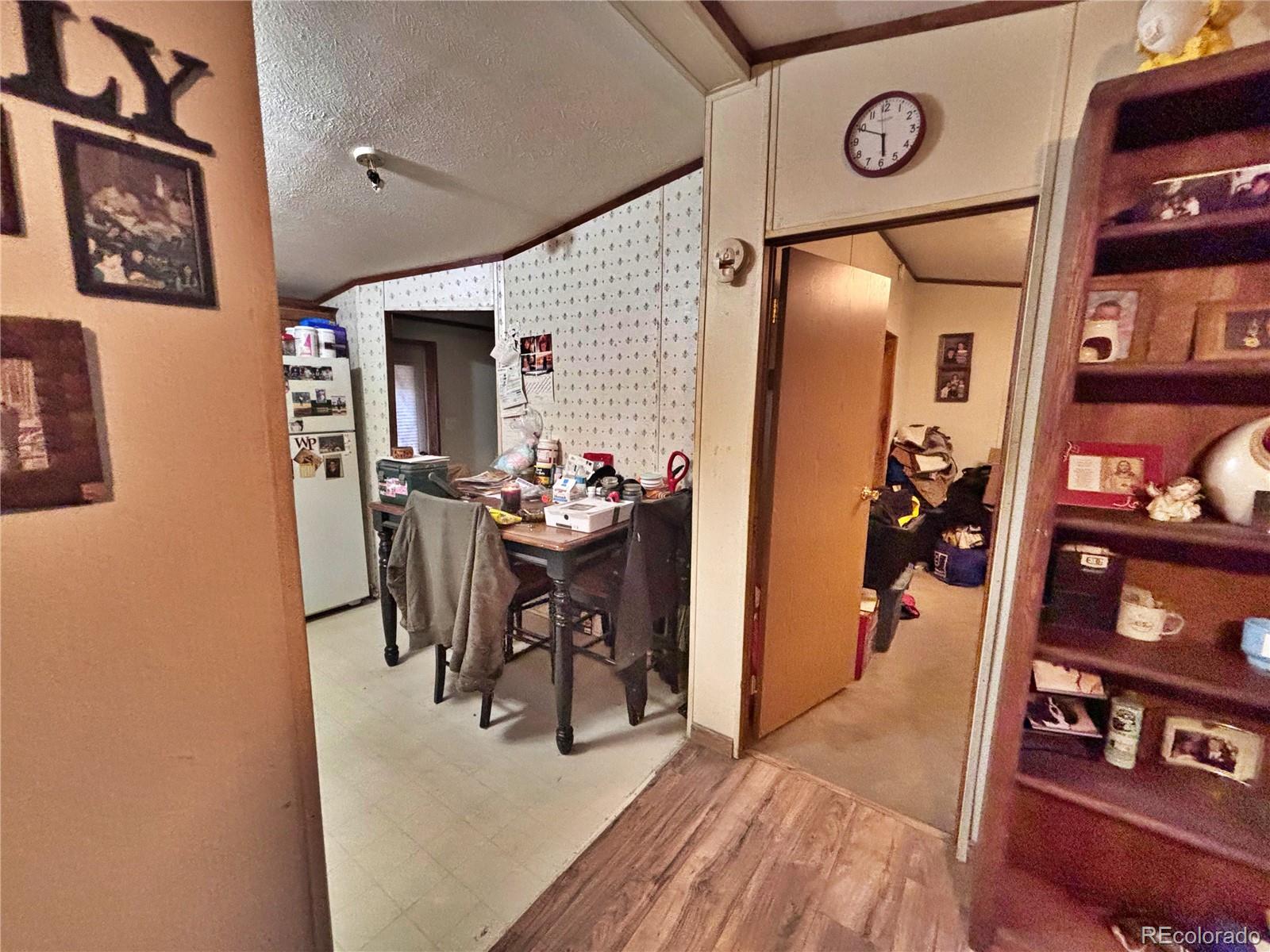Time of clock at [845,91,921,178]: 5:49
